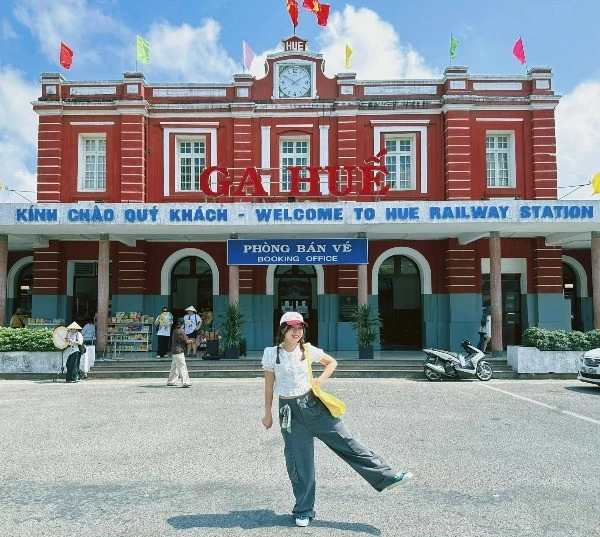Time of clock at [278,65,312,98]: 1:50
